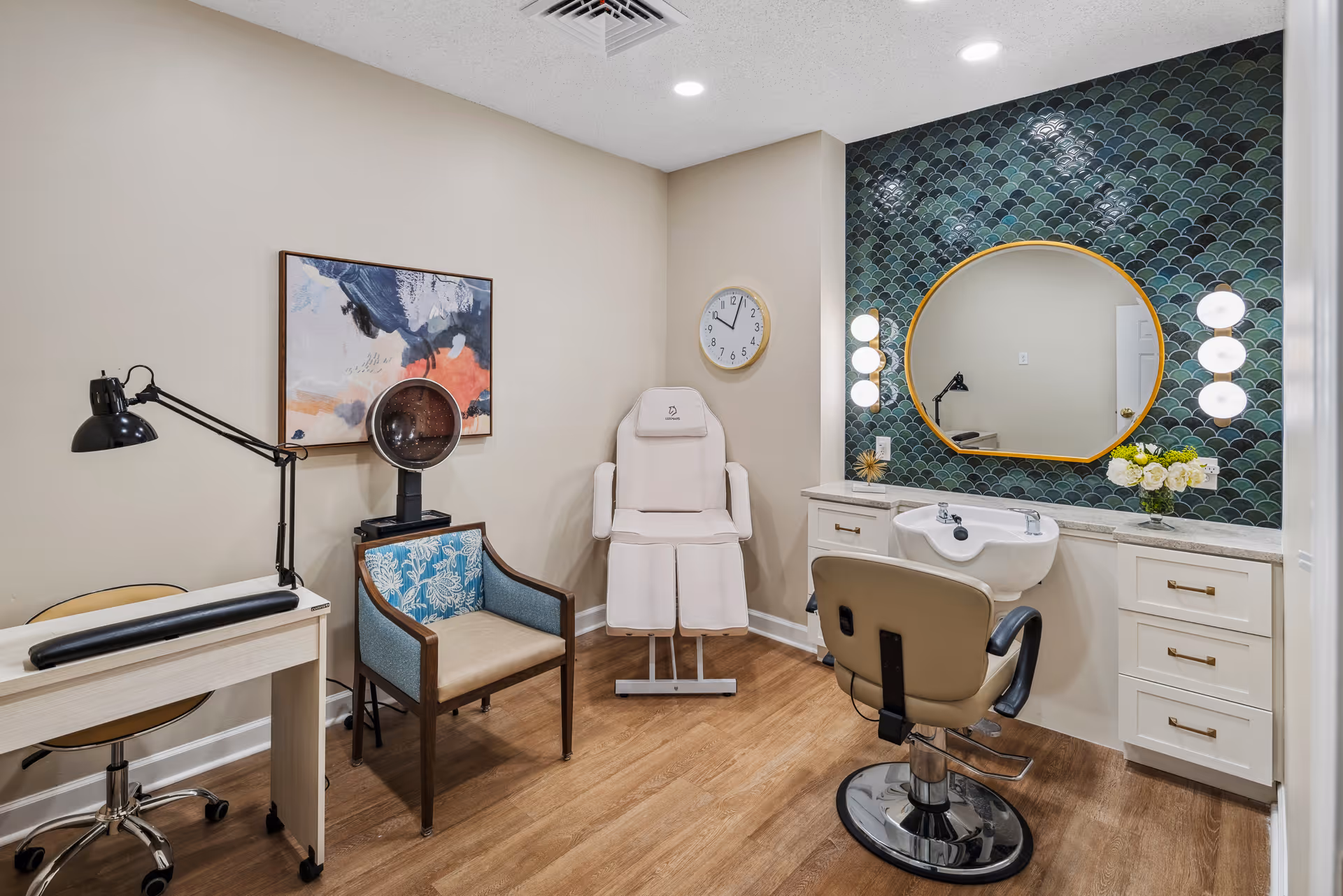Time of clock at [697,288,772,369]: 10:03
